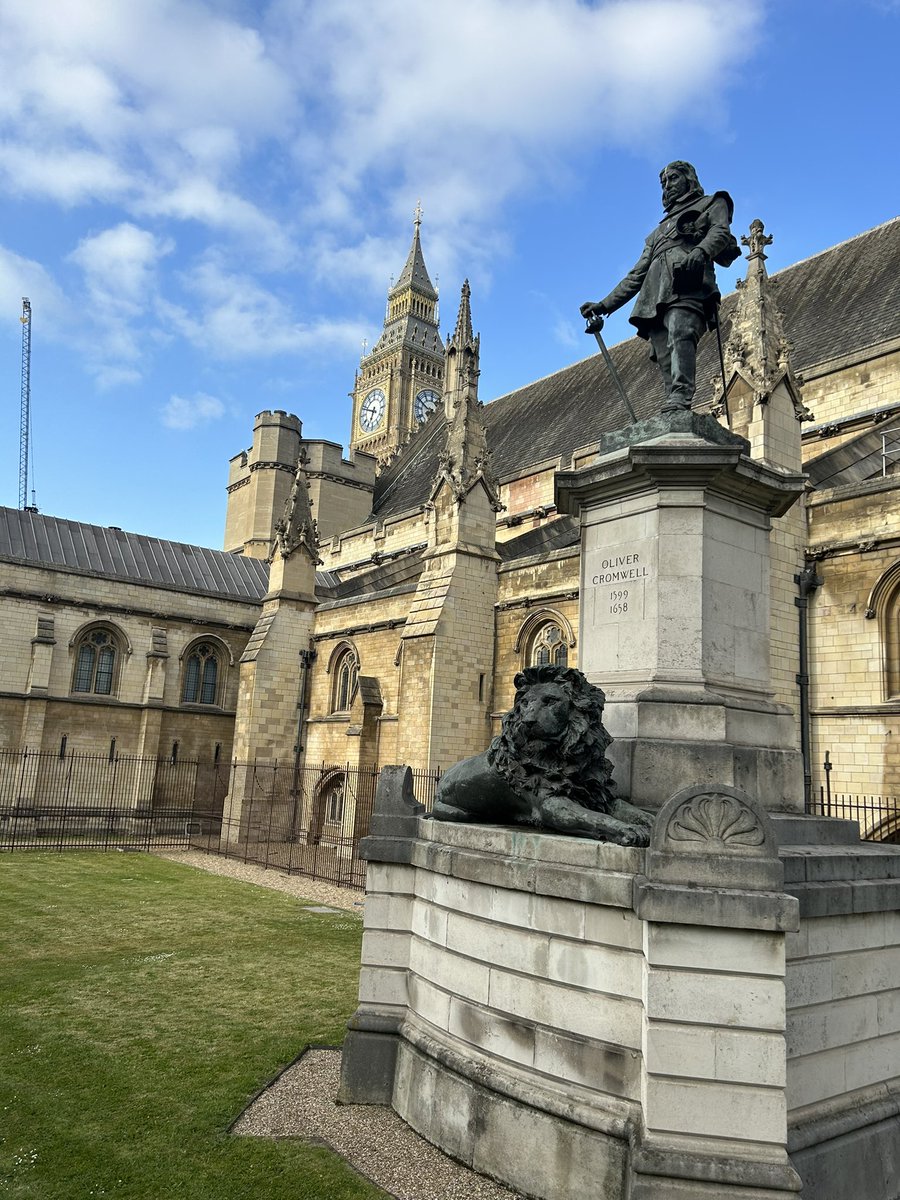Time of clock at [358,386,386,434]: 6:48
